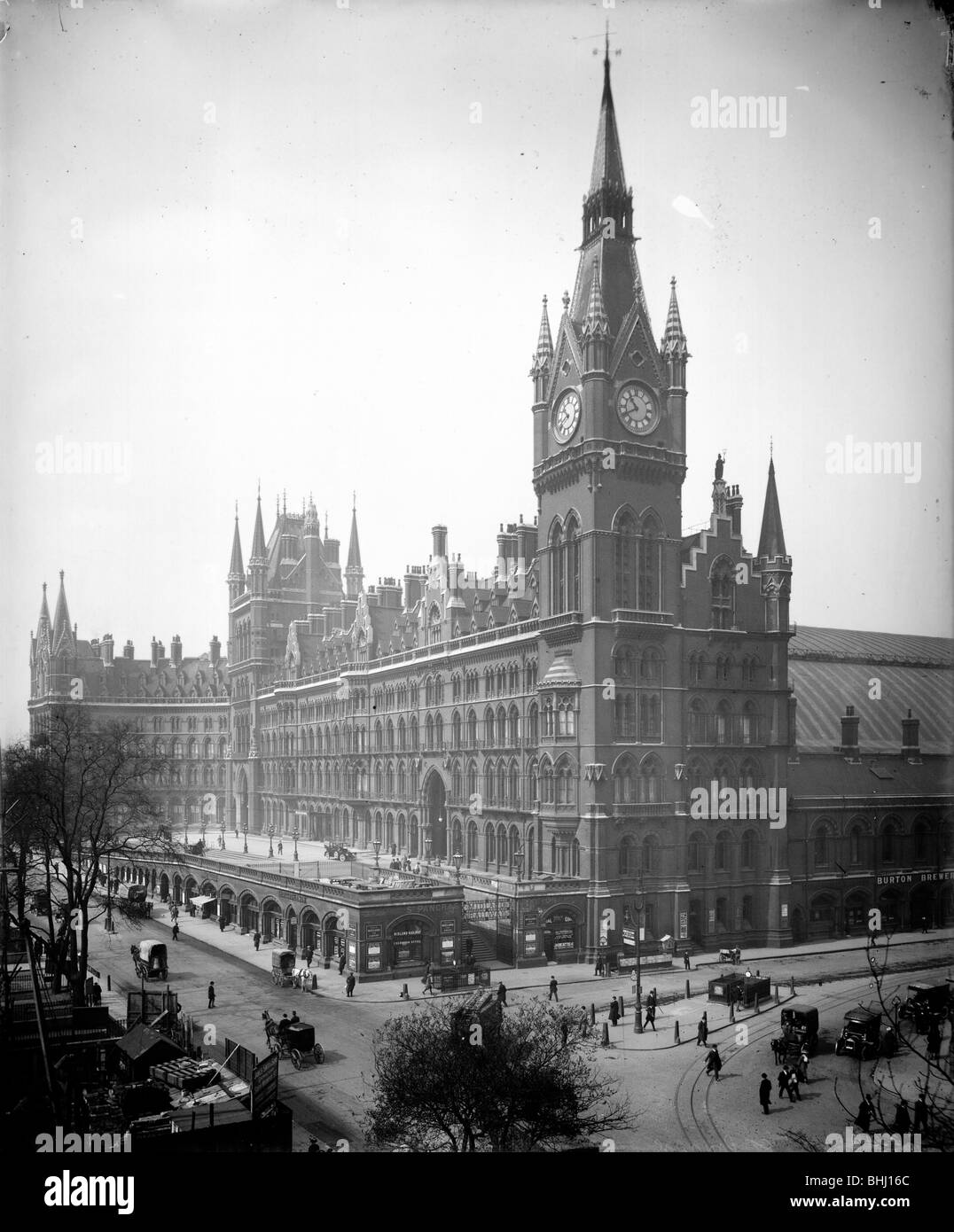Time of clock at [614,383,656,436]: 10:40
